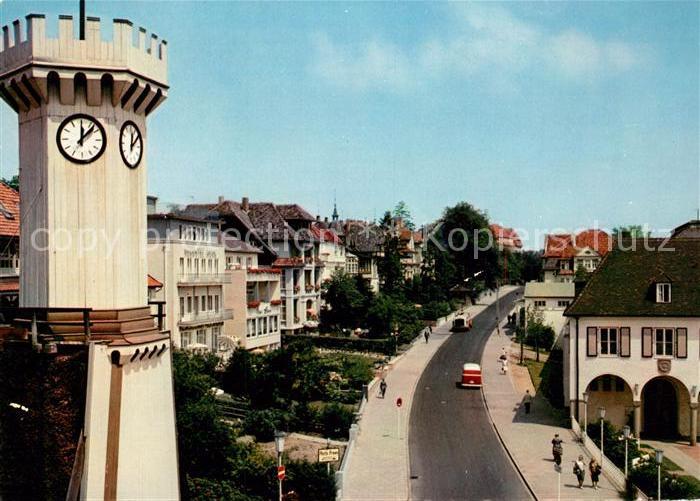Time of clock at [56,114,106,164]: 12:07
